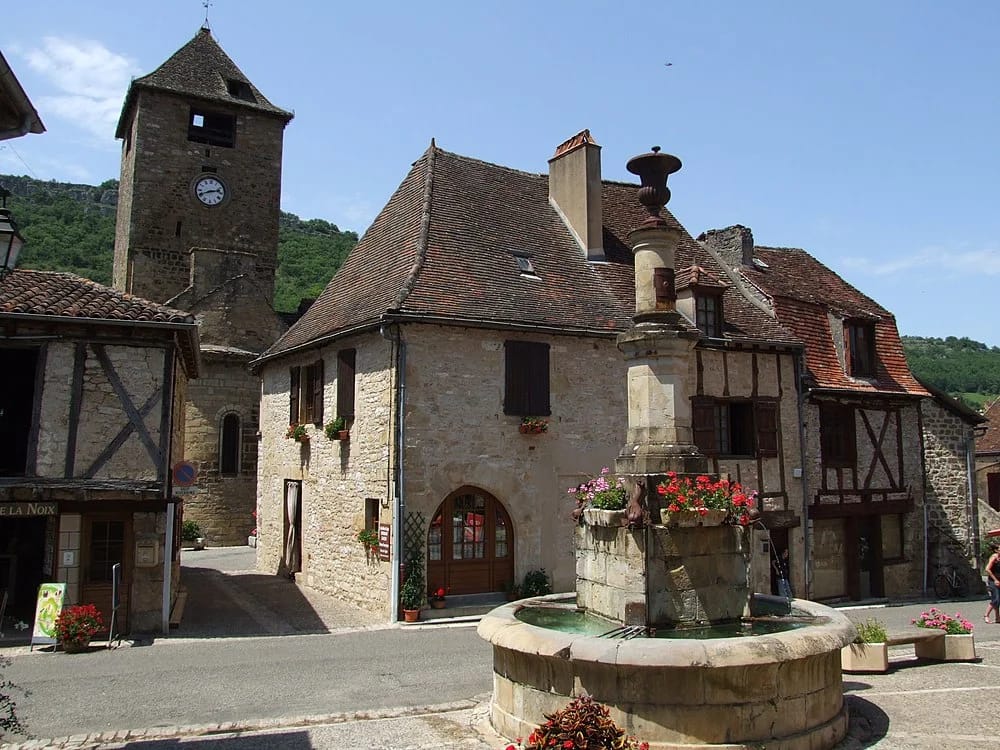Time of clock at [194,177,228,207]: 8:12
